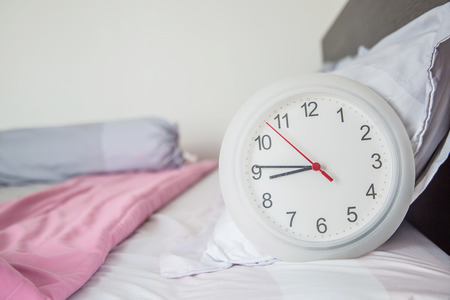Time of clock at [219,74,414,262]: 8:45
